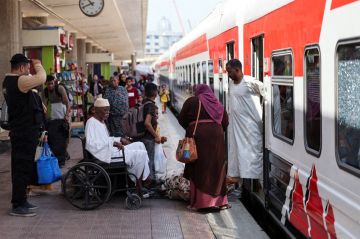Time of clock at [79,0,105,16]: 10:41
